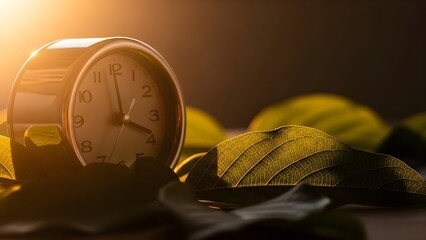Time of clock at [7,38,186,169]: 3:59
